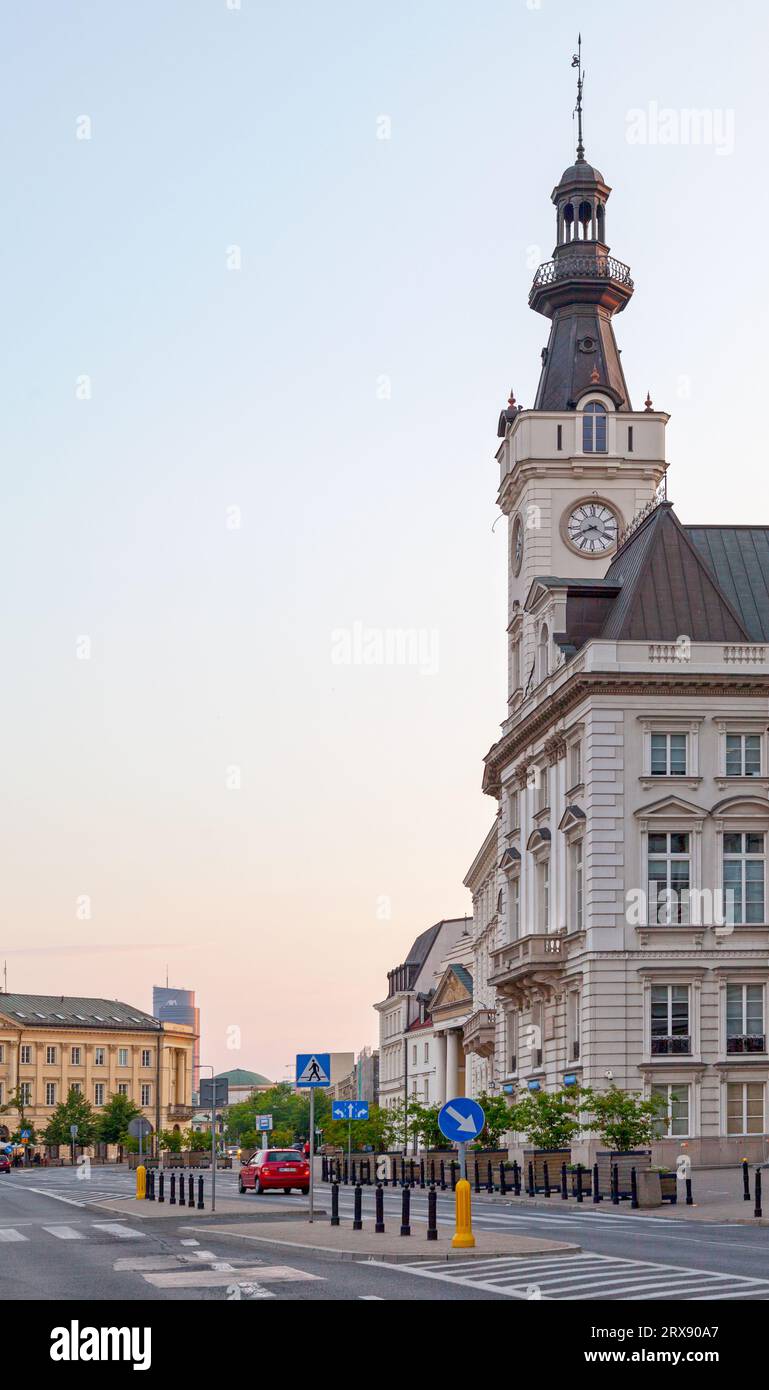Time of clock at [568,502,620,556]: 8:19
